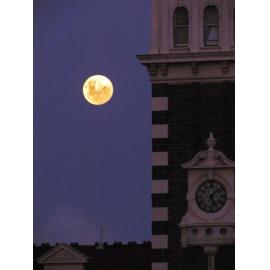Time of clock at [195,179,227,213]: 5:07
